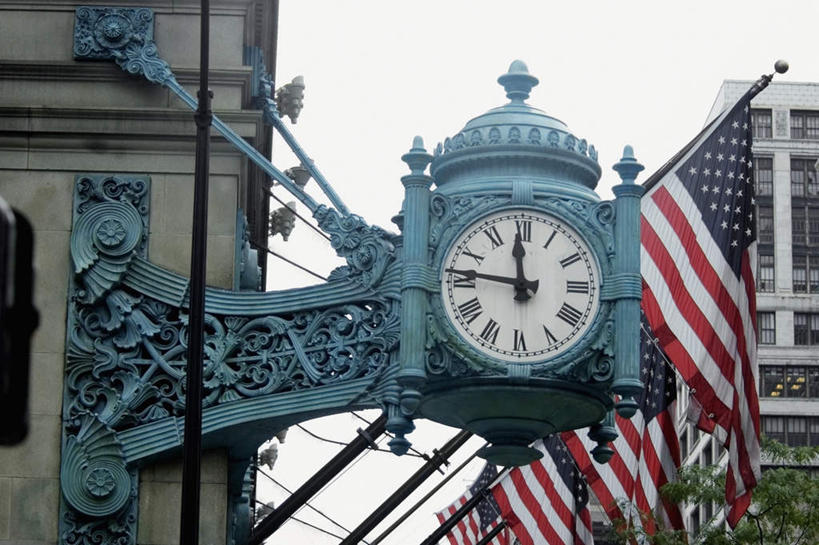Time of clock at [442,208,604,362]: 11:46
